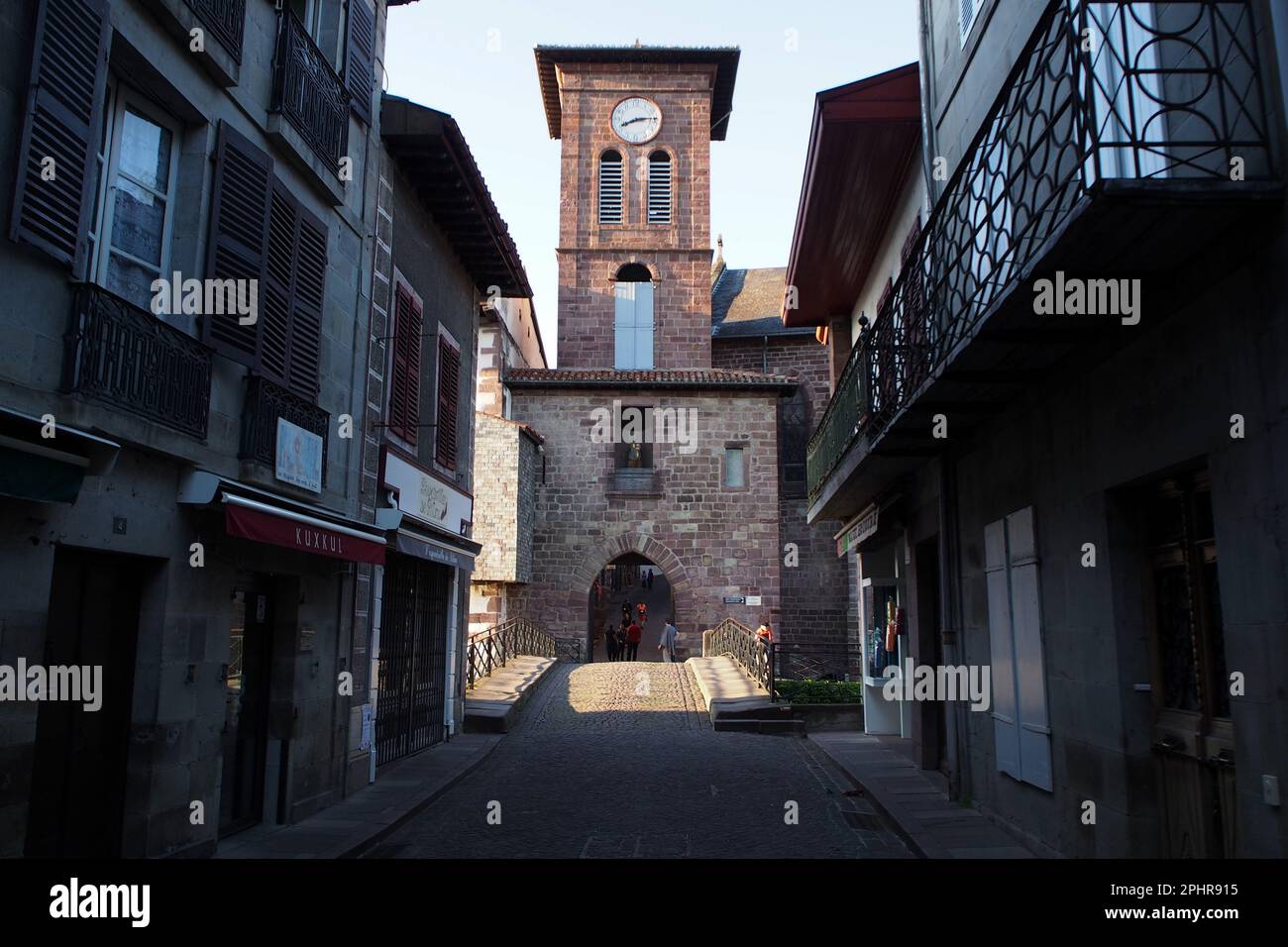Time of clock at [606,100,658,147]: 8:14
